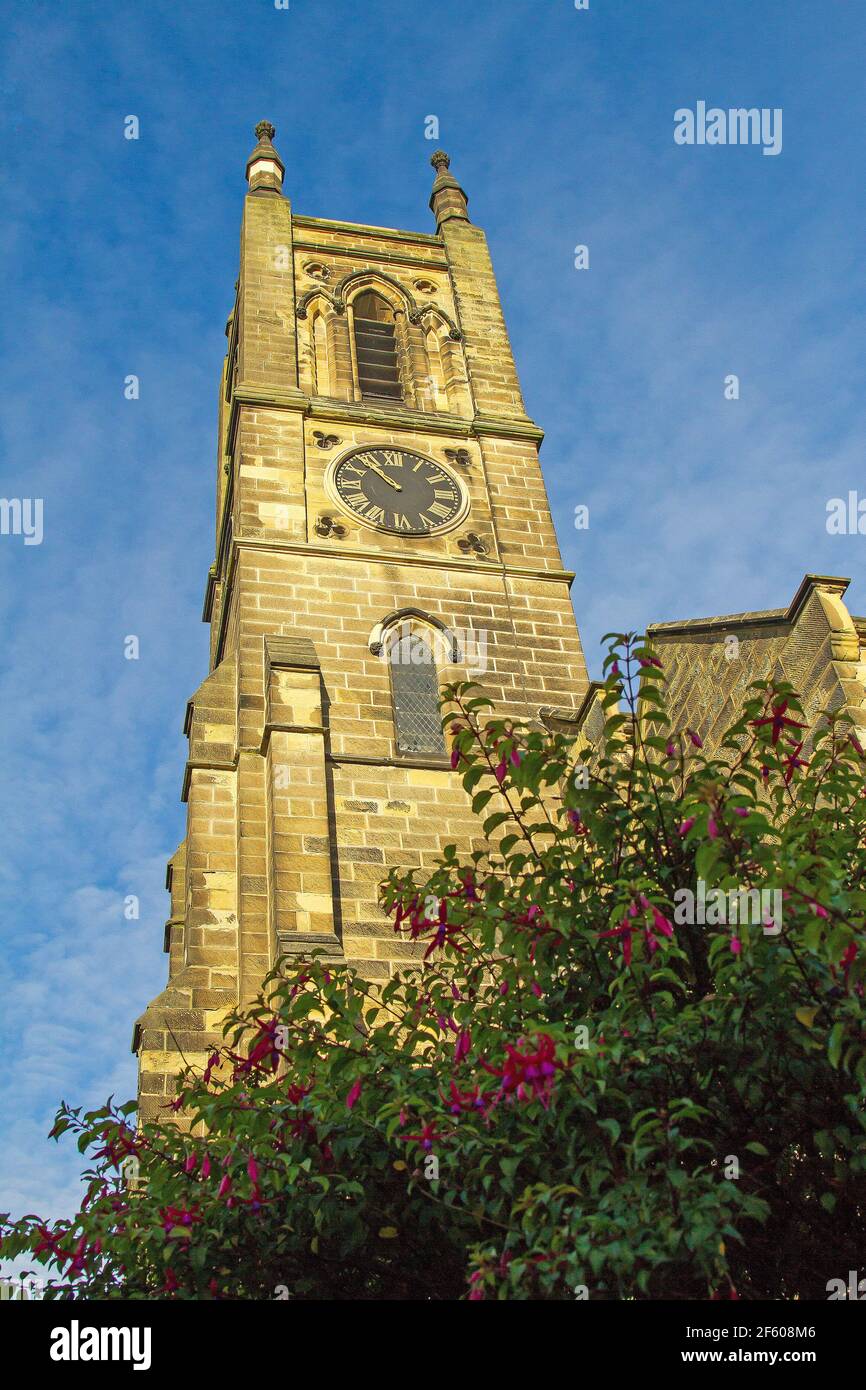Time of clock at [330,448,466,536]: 10:52
